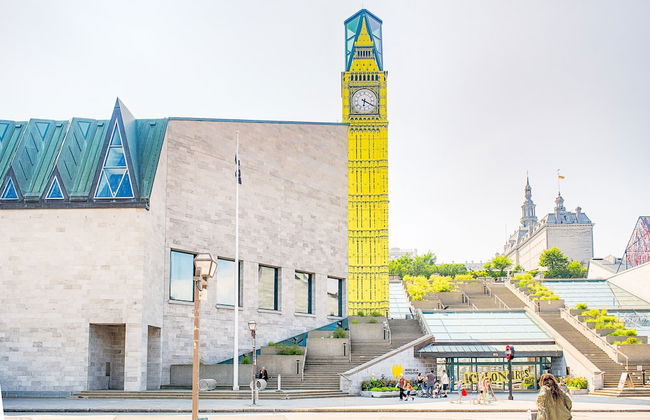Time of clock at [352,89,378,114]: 6:19
